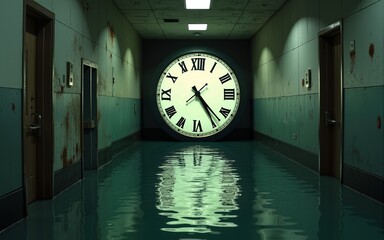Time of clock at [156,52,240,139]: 4:24
